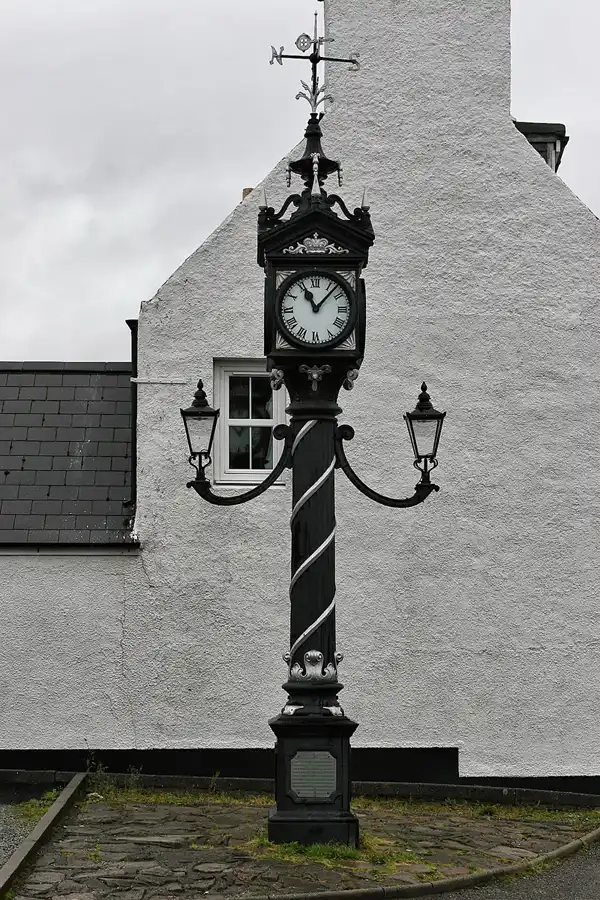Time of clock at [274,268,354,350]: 11:07
